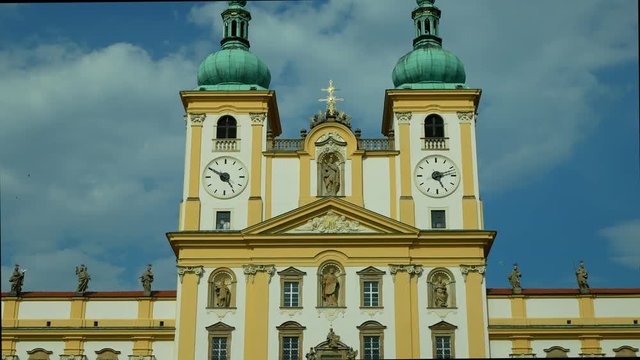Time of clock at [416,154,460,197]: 5:12
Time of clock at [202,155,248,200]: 4:50
